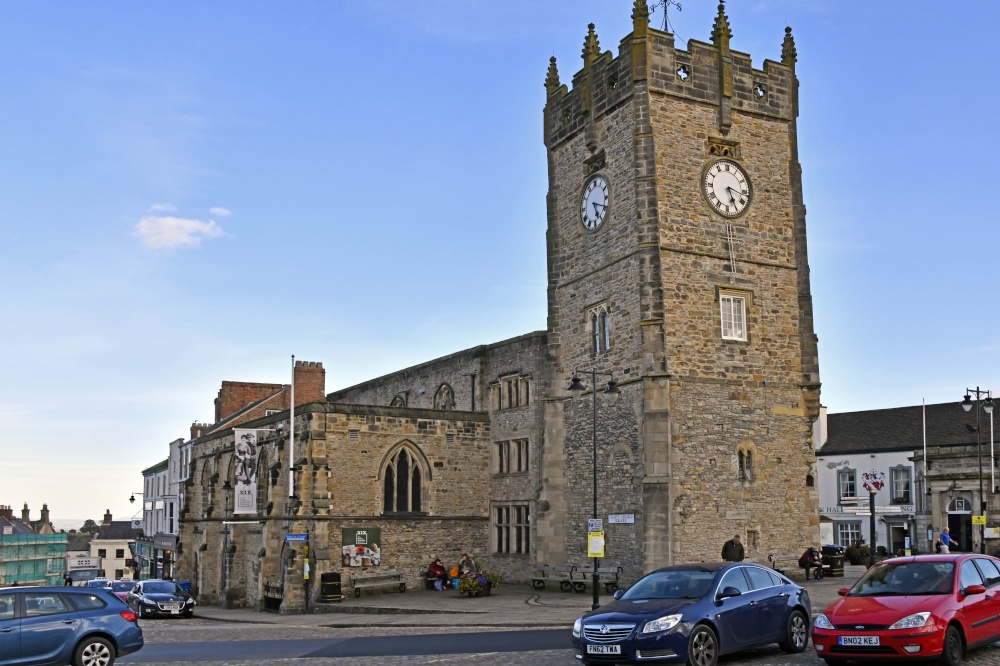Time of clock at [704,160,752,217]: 5:17
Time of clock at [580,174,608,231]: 5:18
